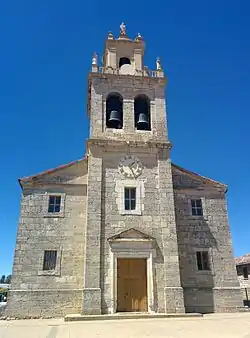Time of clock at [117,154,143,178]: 1:26
